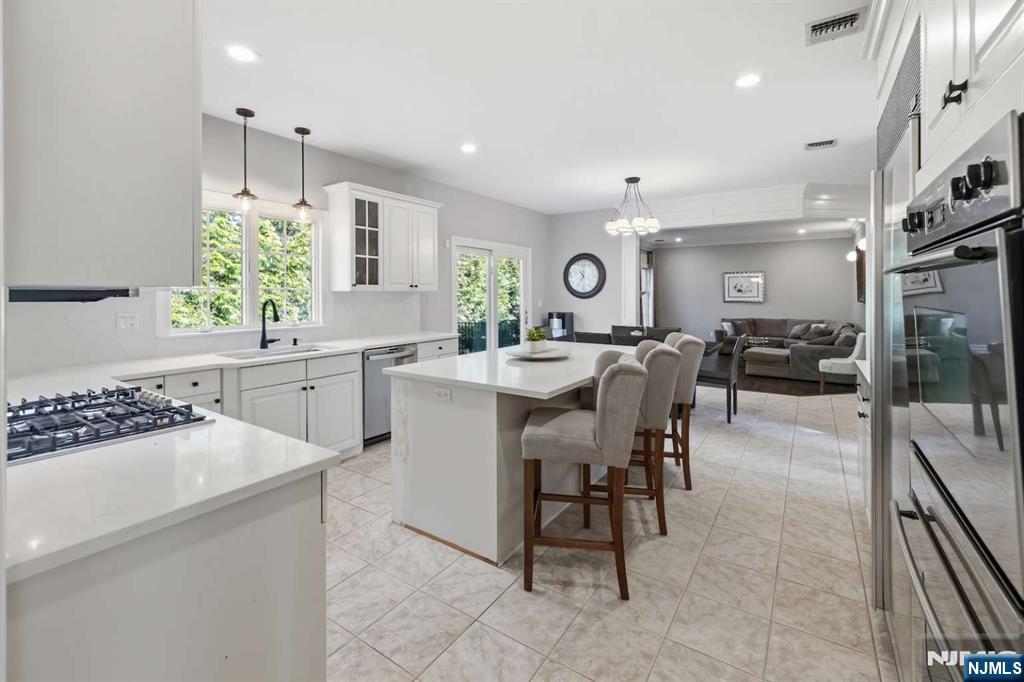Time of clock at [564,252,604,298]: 10:35
